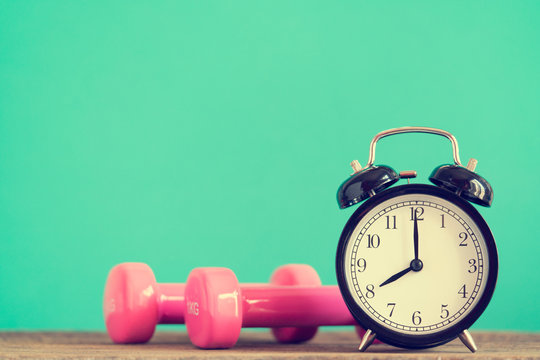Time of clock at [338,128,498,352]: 8:00
